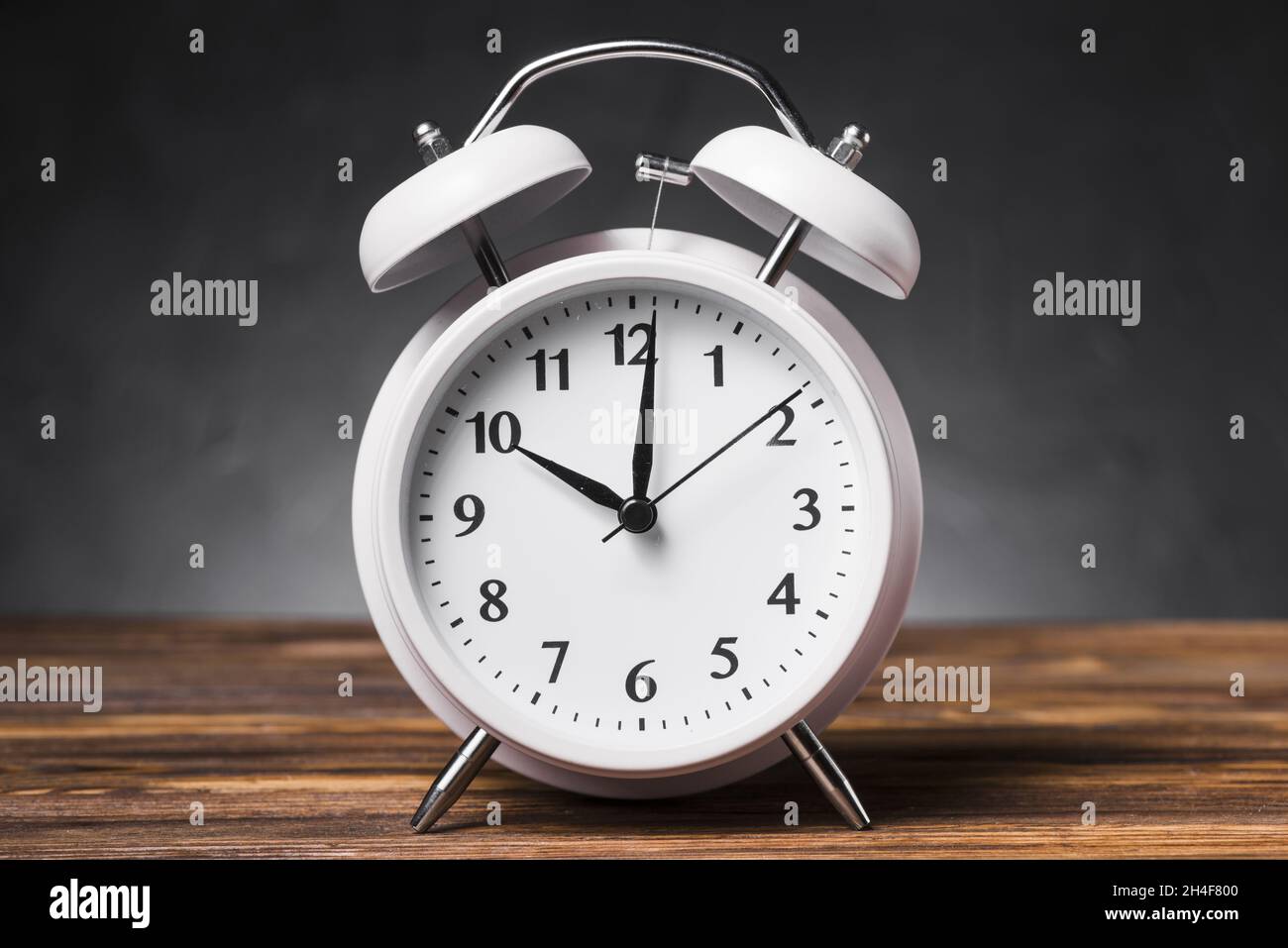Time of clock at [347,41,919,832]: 10:01
